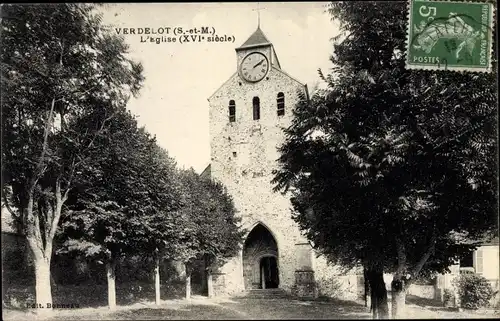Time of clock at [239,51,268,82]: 2:09
